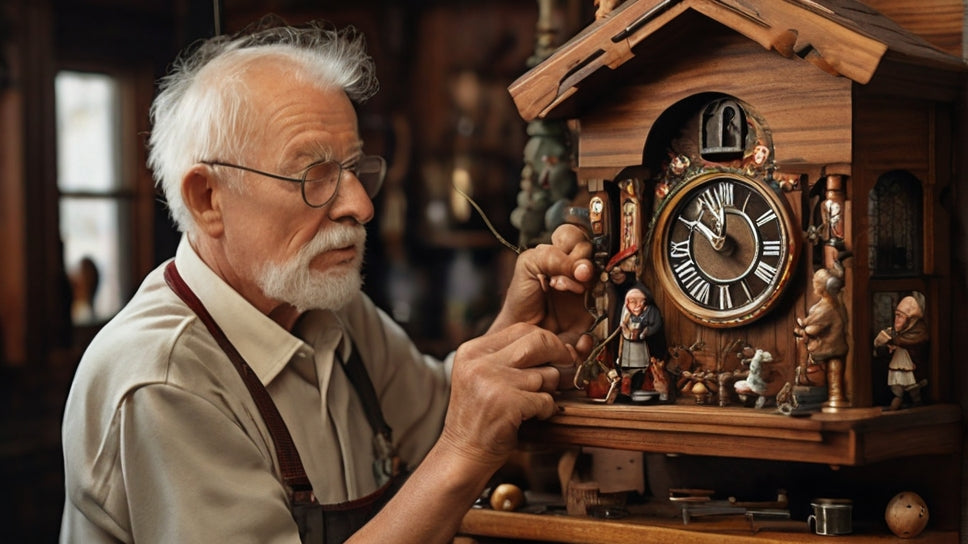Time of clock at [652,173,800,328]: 11:50
